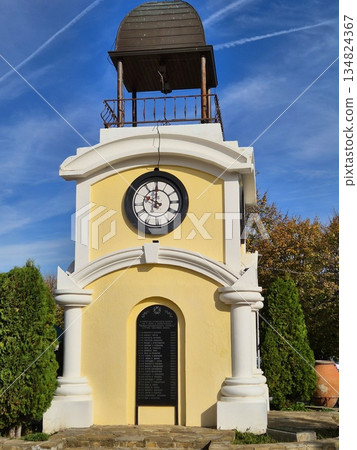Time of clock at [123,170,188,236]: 10:00
